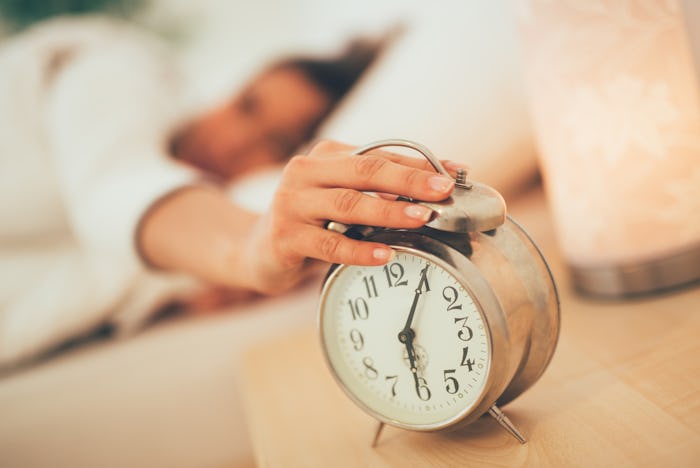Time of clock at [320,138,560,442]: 6:05
